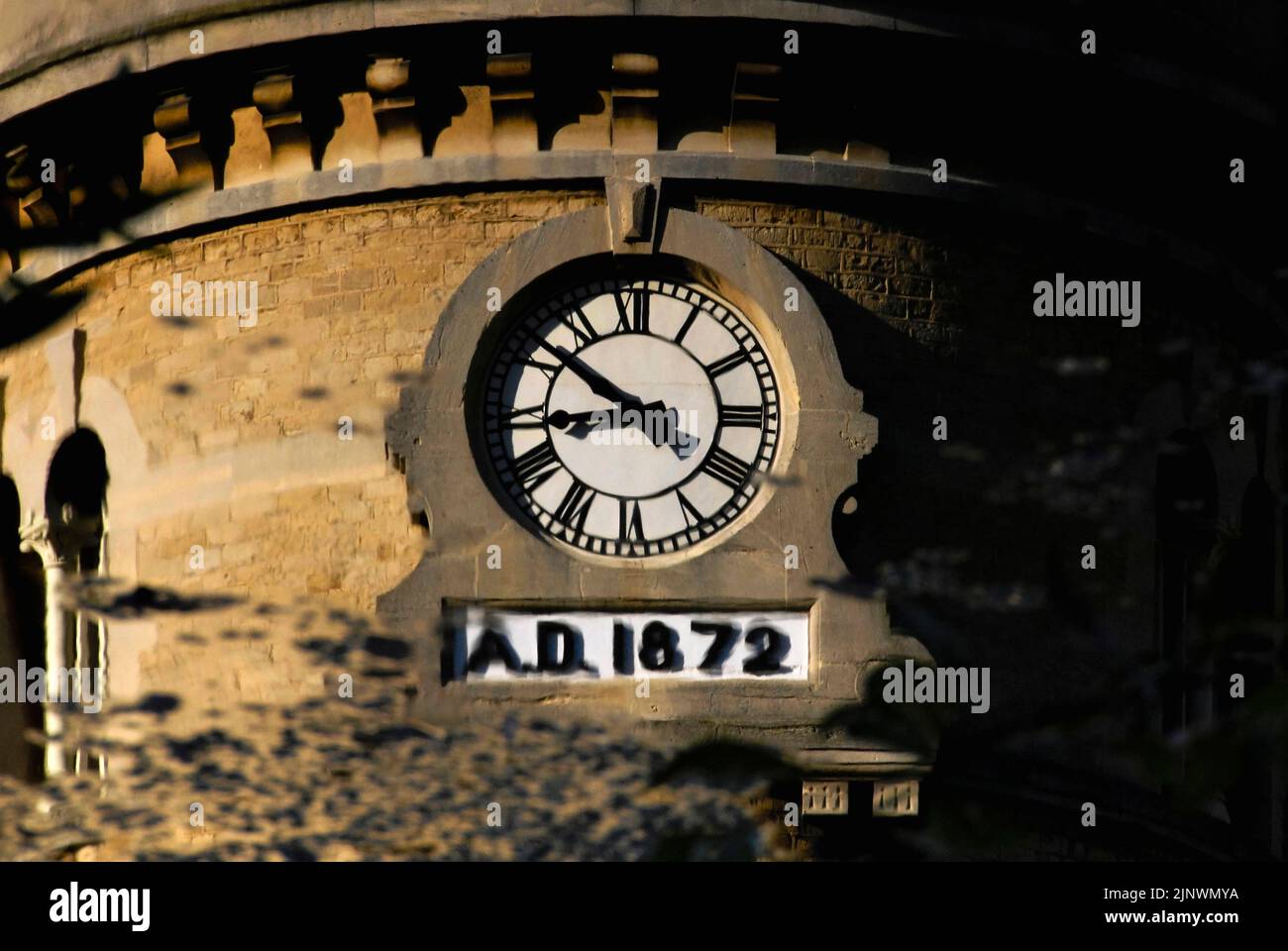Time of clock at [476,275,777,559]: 8:51
